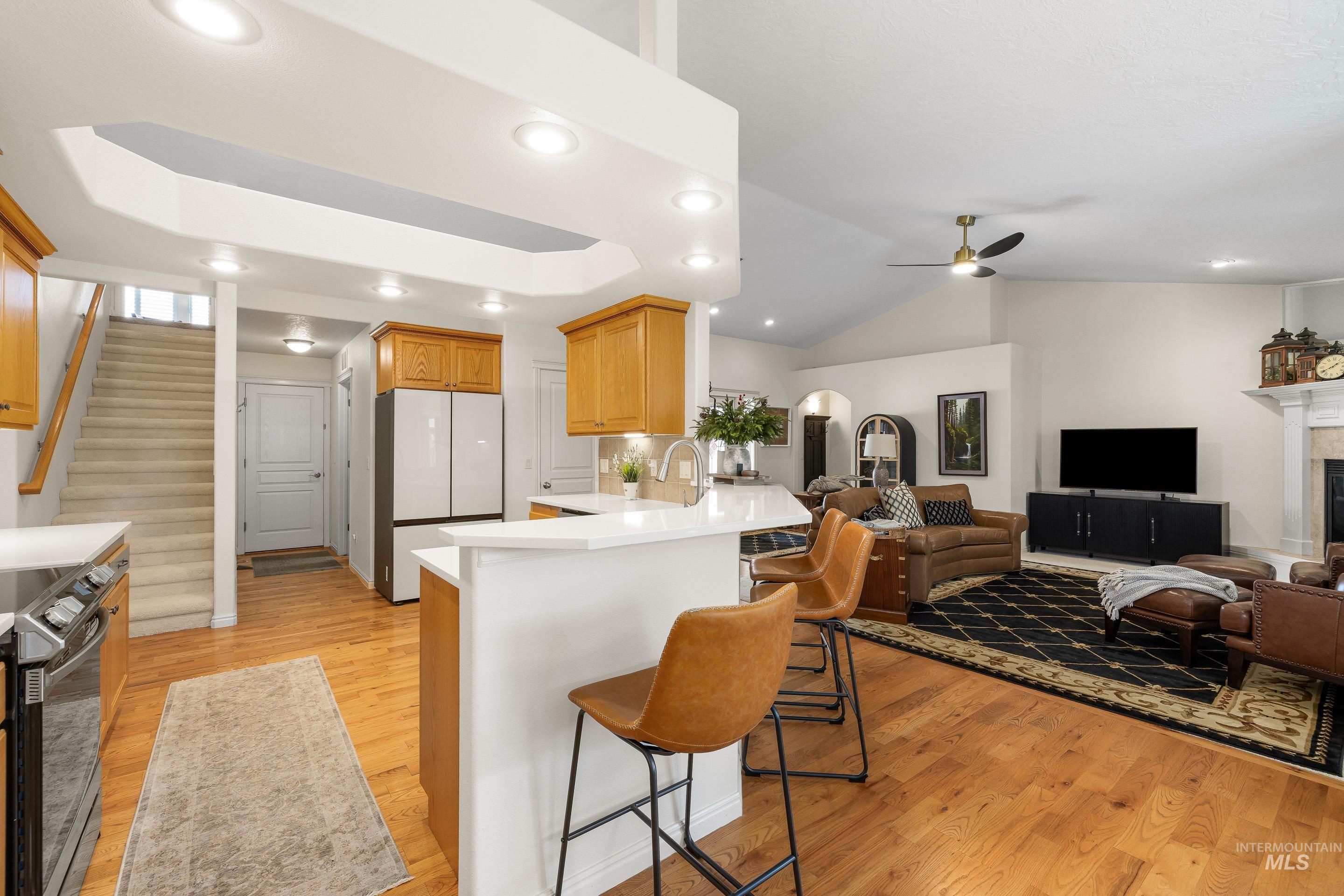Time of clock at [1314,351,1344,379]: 1:39
